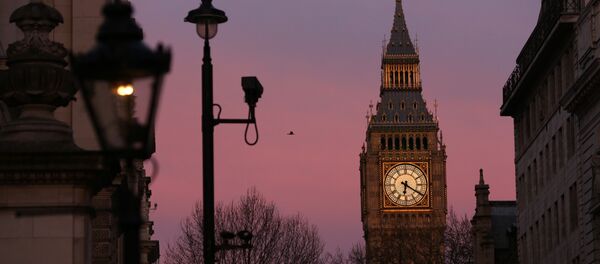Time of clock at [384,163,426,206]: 6:20
